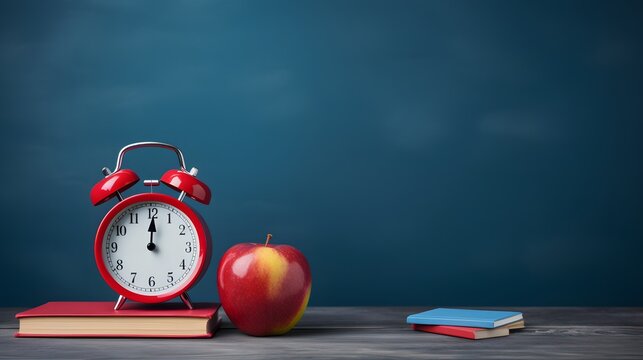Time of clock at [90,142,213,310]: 12:00
